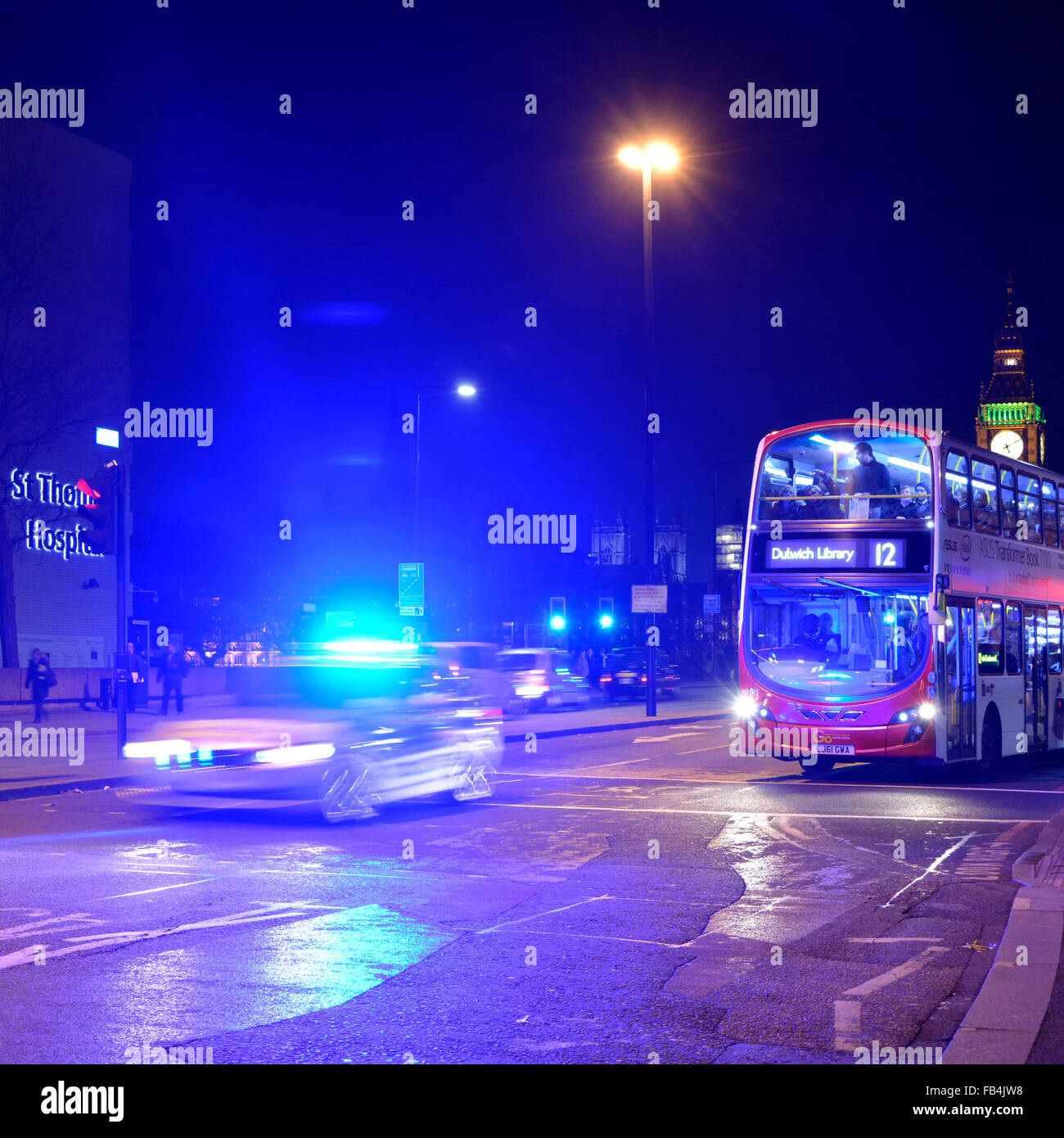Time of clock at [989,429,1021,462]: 5:09
